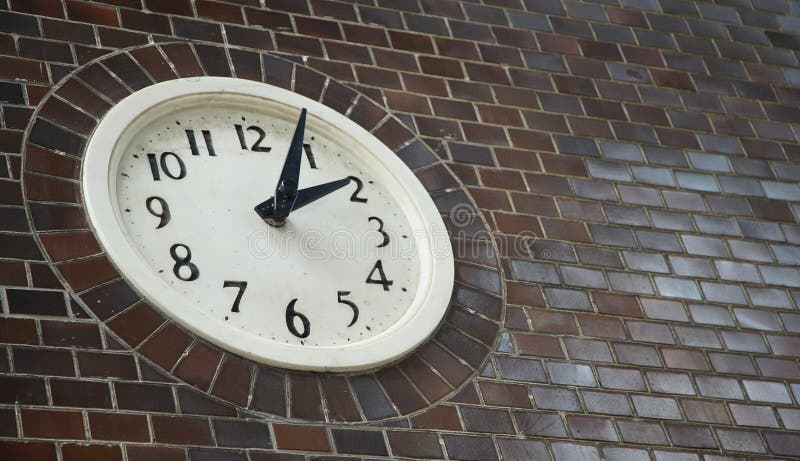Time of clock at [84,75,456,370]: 2:04
